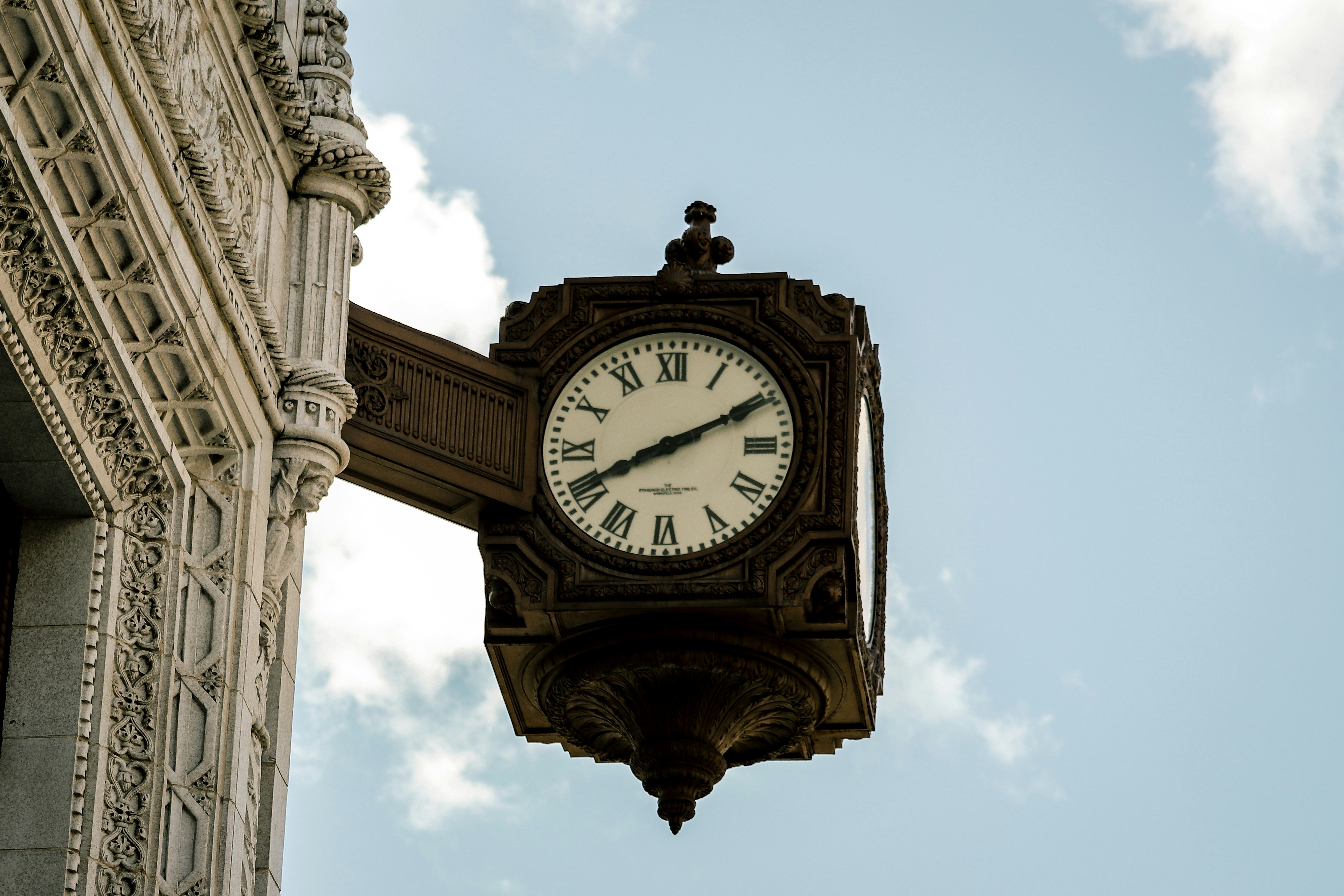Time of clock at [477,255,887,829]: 8:10
